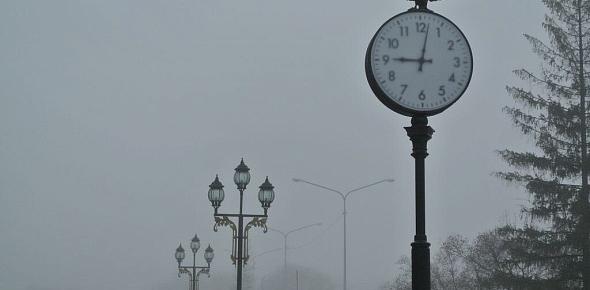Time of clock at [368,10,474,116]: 9:01
